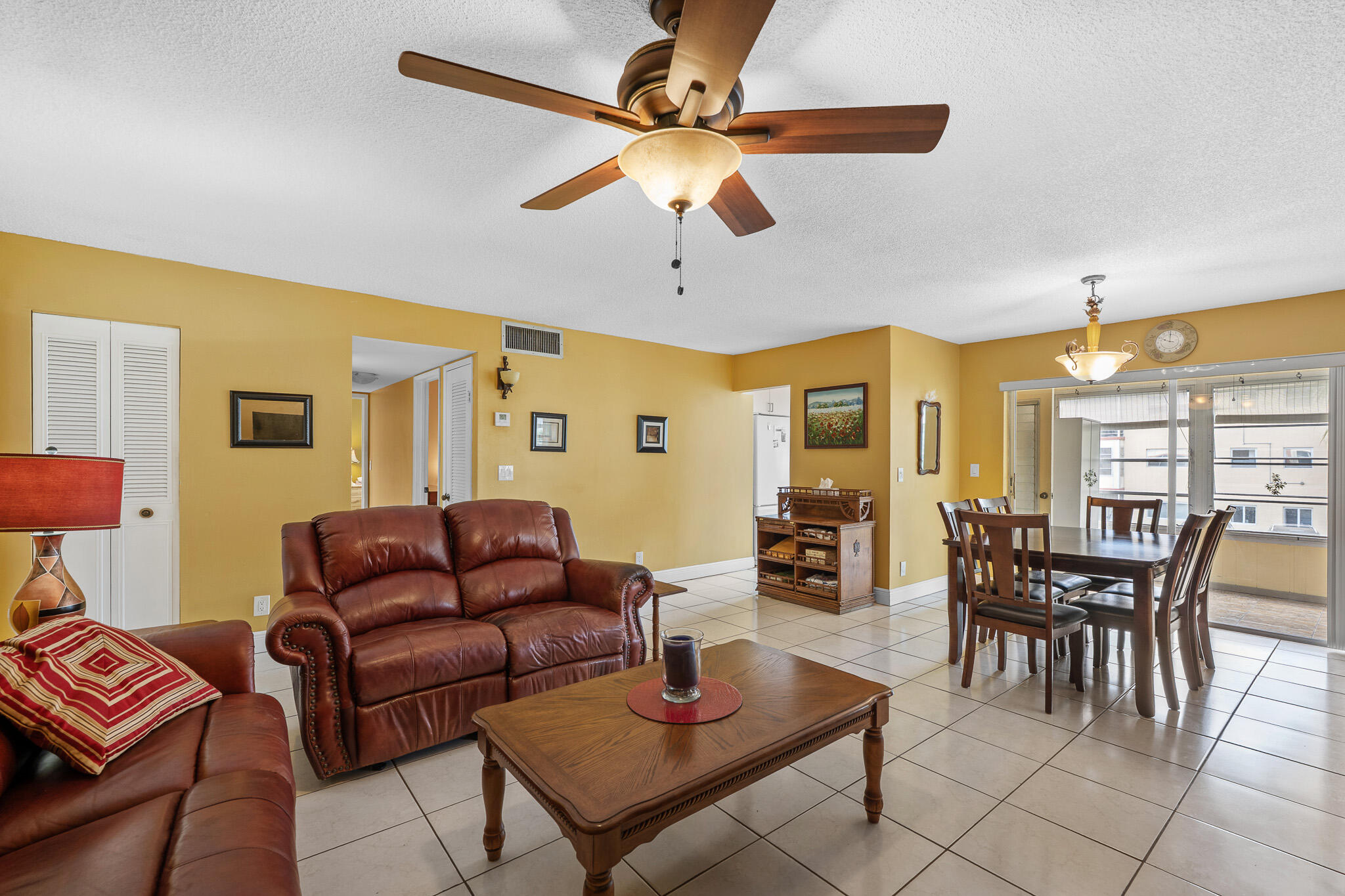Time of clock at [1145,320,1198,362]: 10:00
